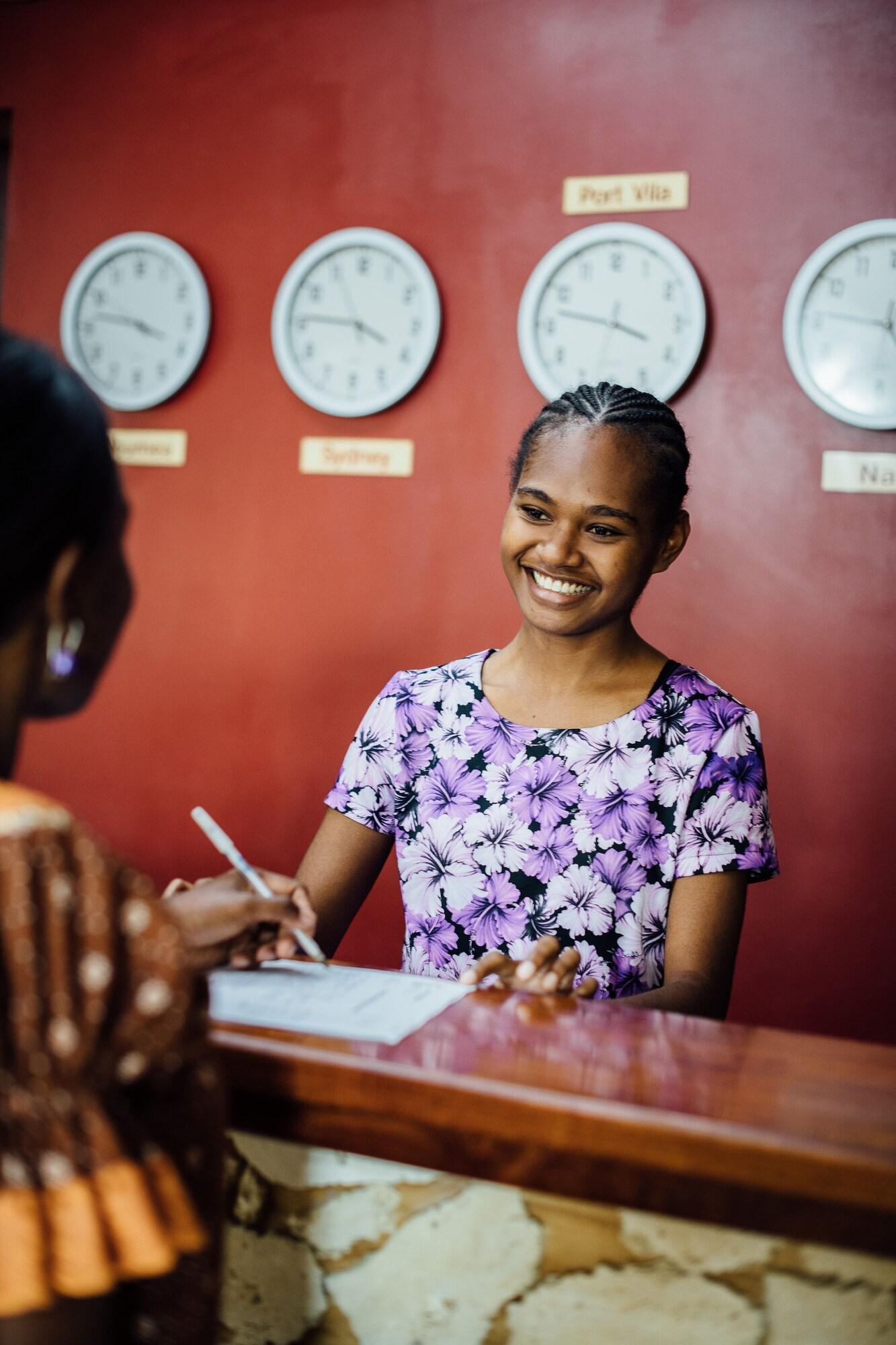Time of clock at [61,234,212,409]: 3:46
